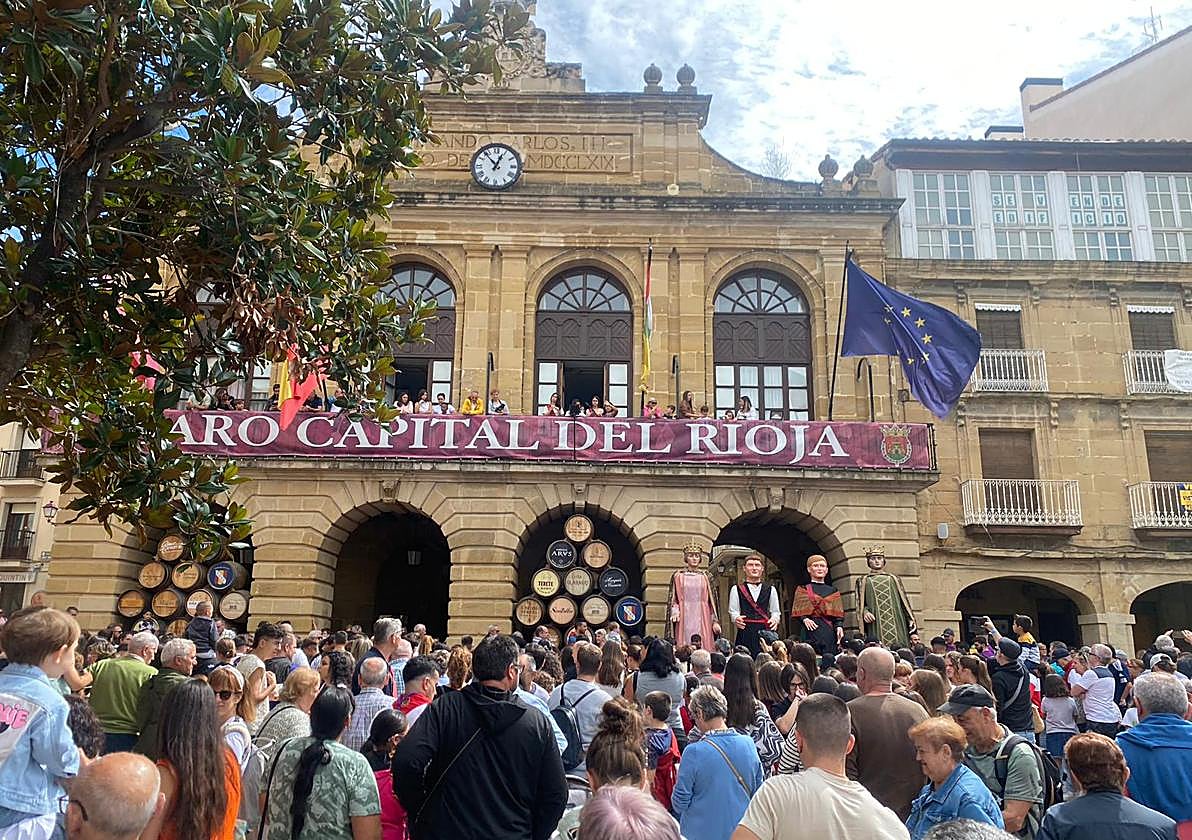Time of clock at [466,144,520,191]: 12:53
